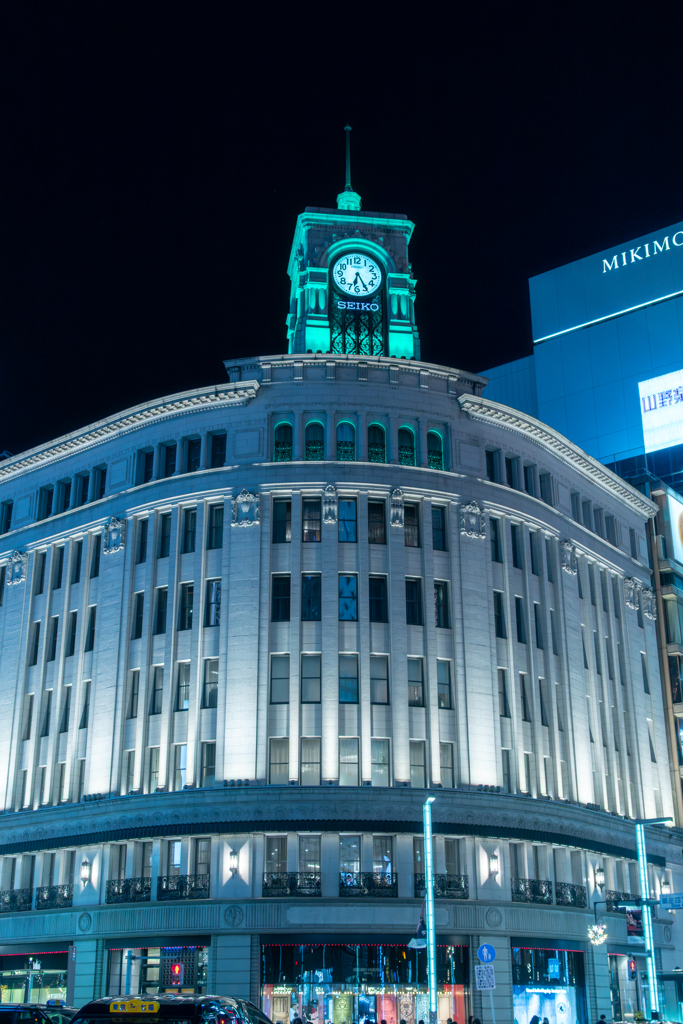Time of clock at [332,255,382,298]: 6:25
